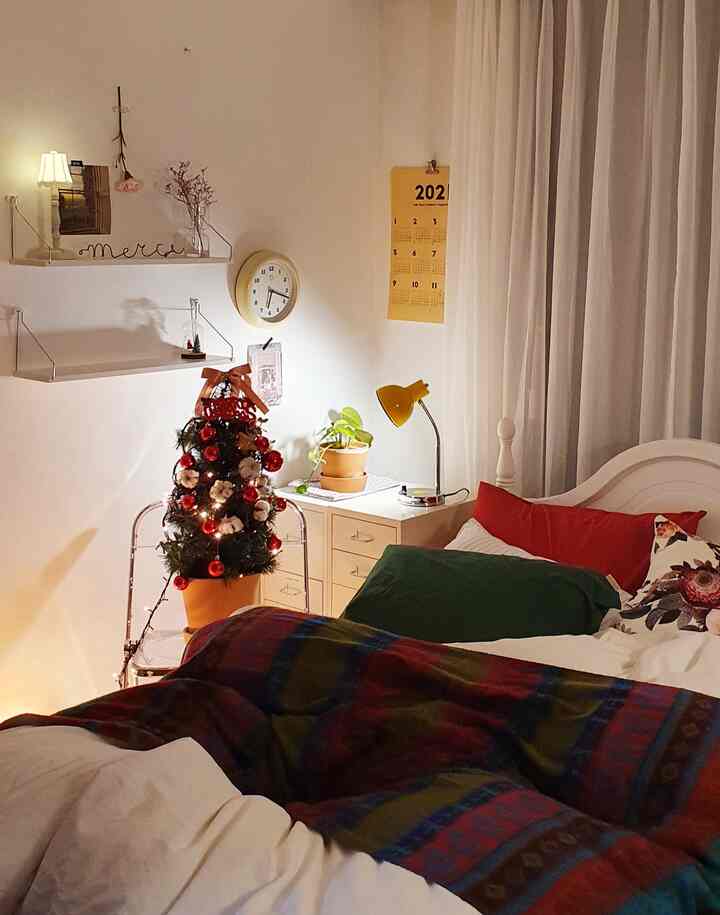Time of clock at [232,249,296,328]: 6:18
